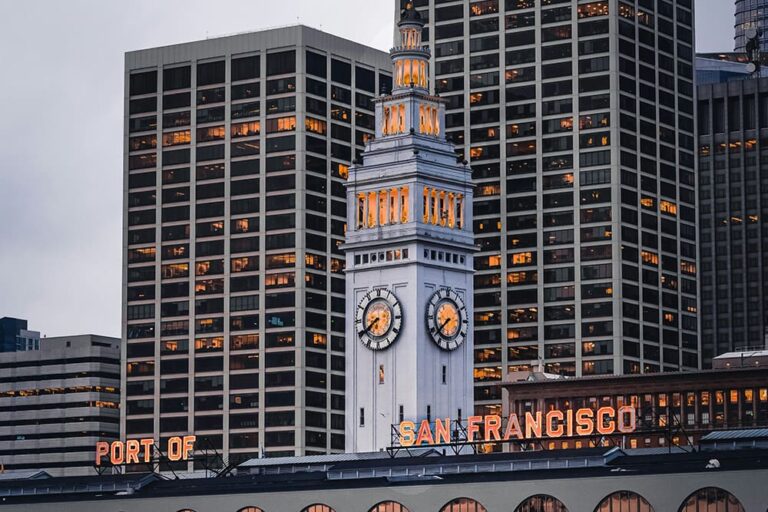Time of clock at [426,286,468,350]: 7:38
